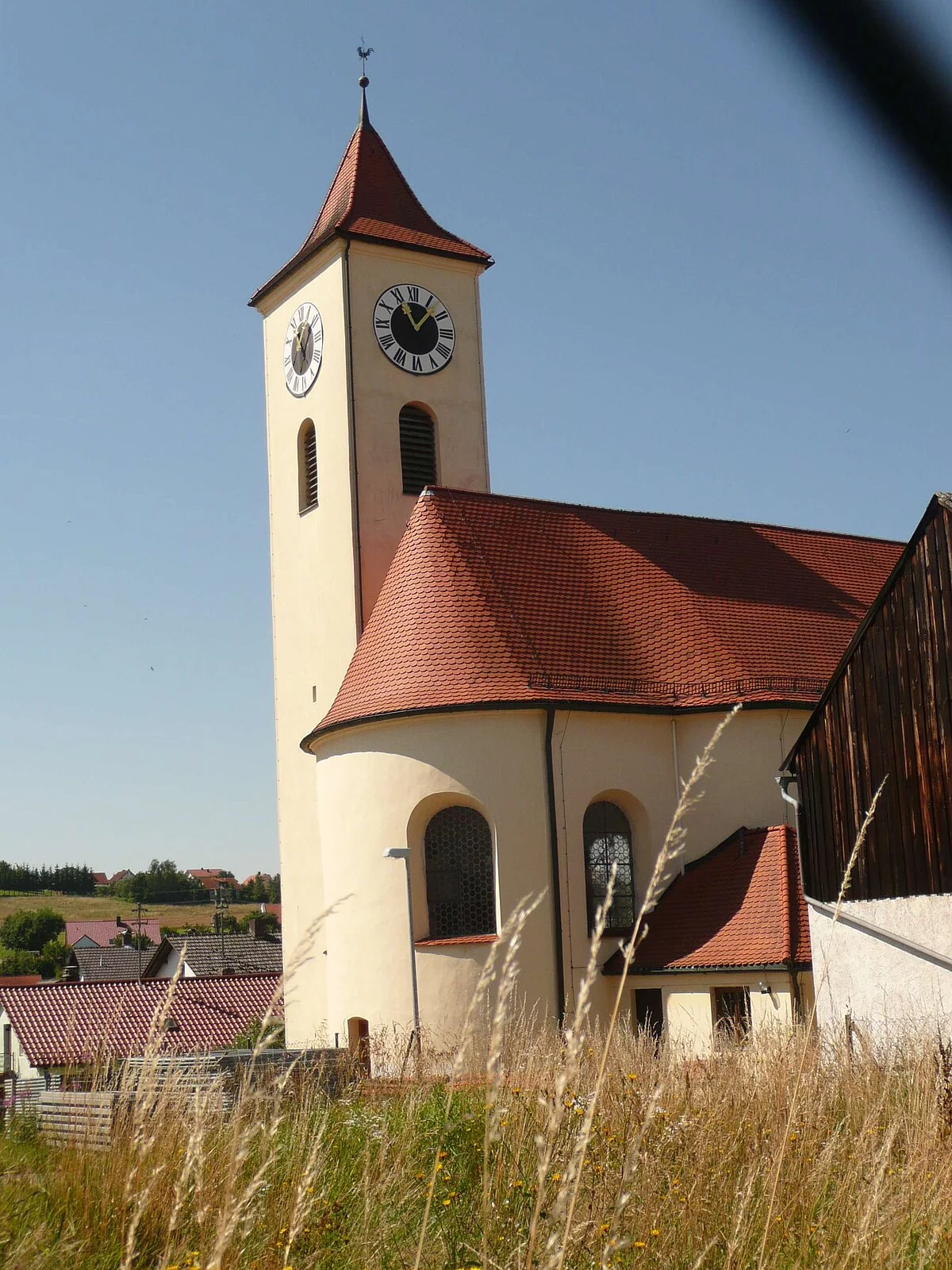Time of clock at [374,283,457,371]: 11:07
